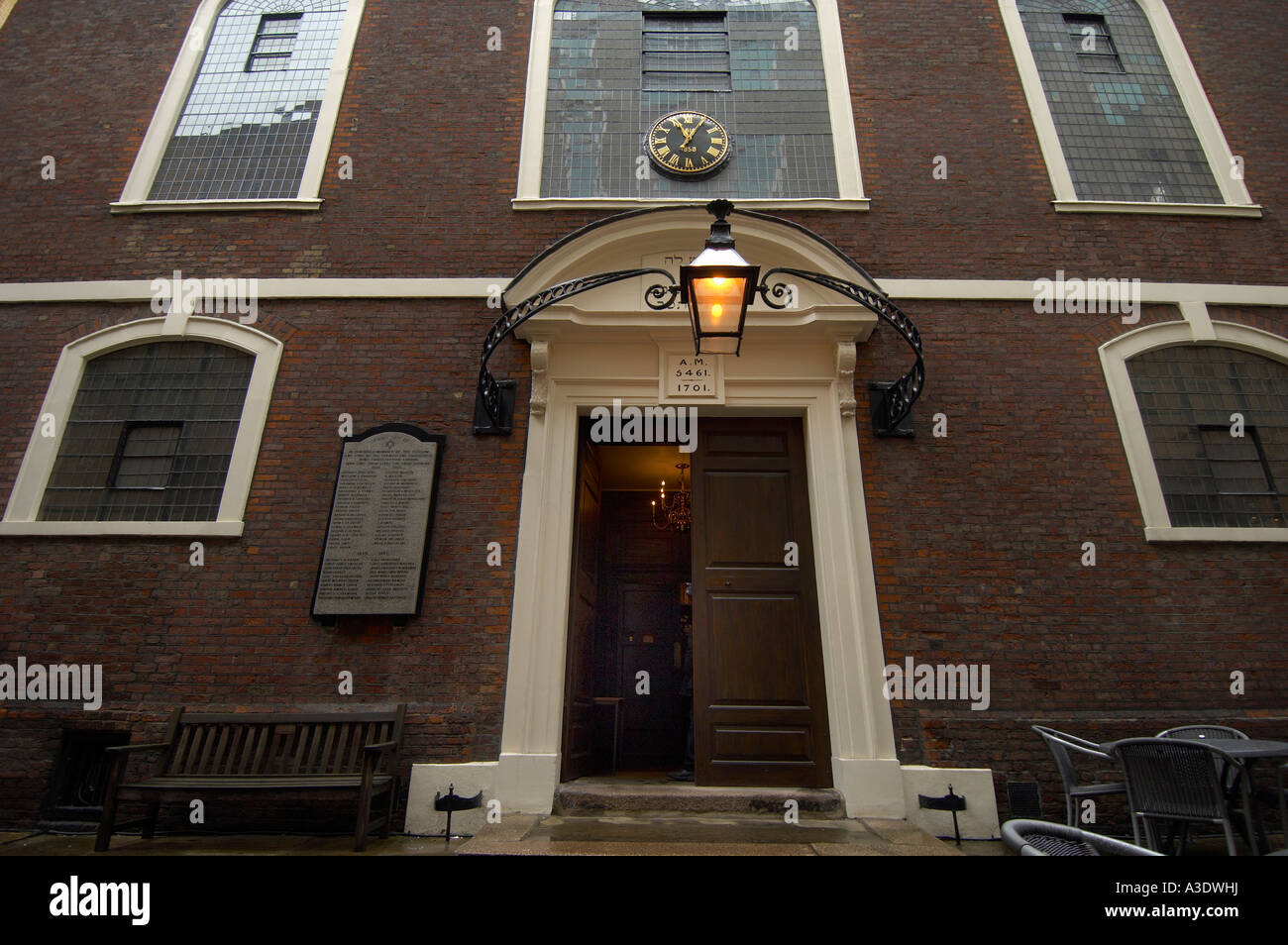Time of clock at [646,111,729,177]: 11:04
